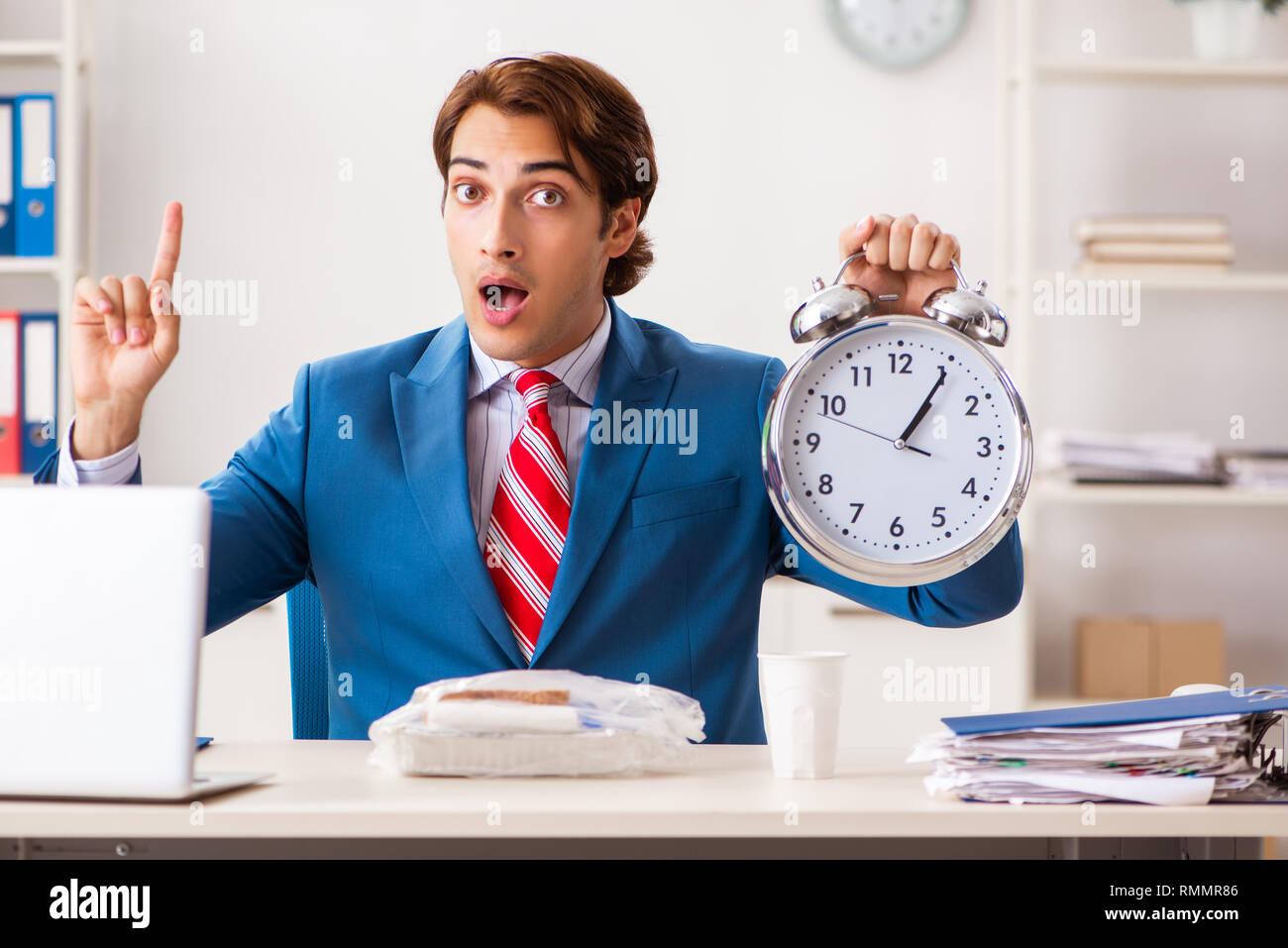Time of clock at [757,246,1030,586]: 1:05
